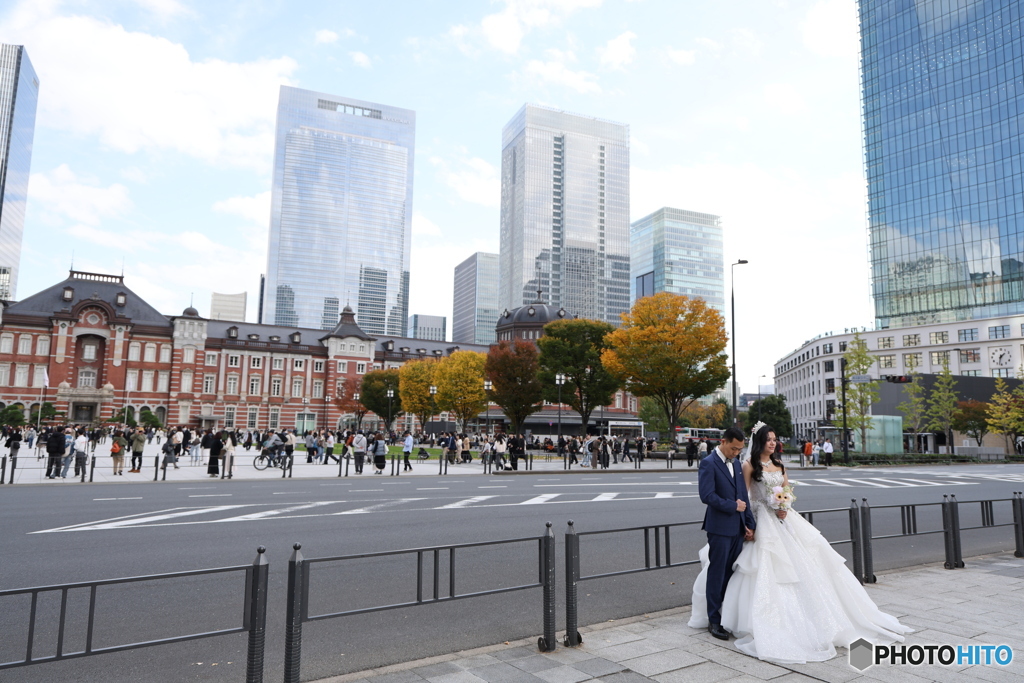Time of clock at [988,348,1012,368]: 1:32
